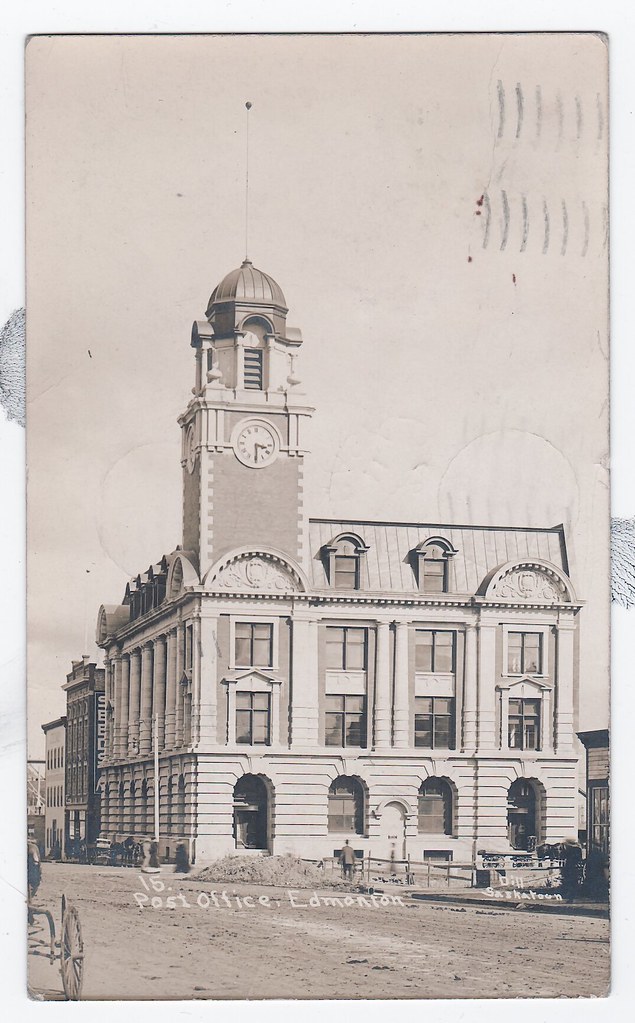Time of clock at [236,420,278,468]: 3:29
